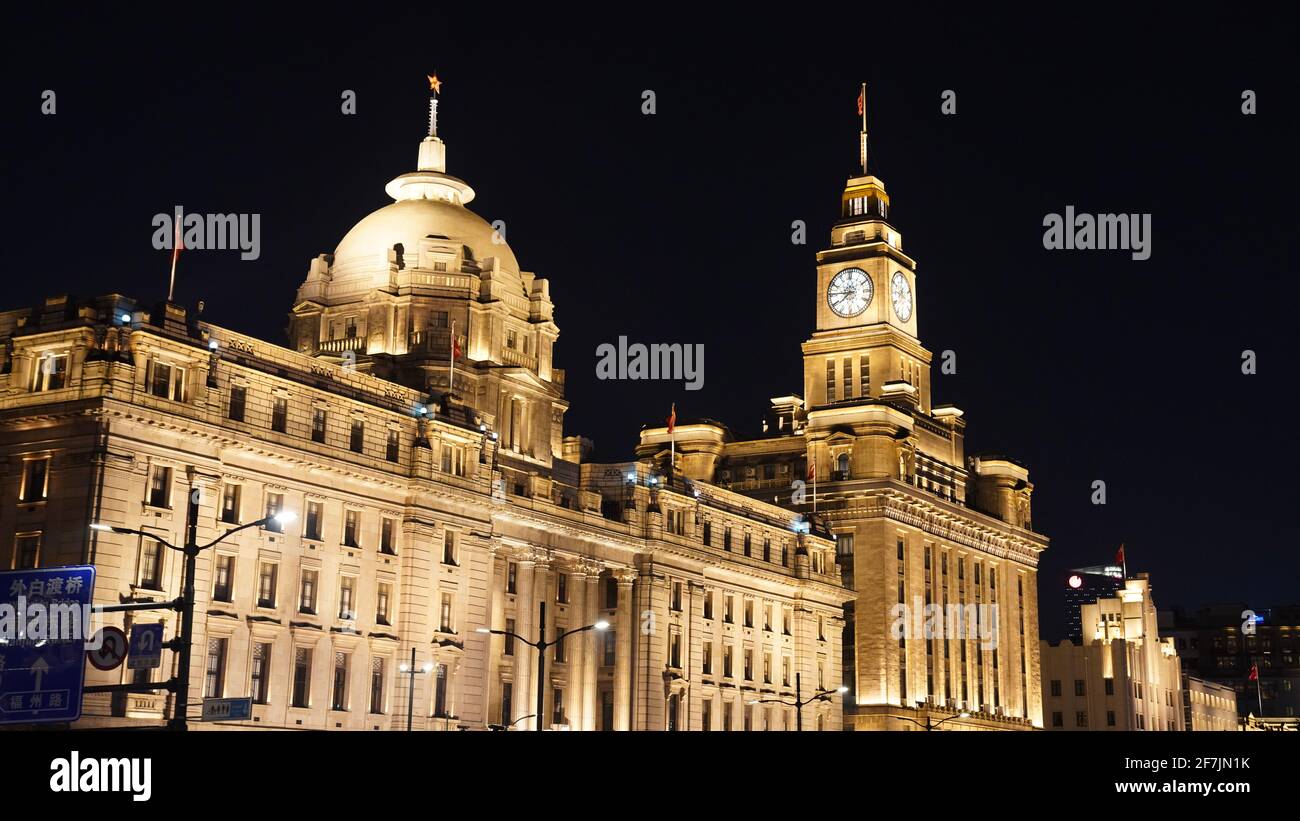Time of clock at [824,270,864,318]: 7:45
